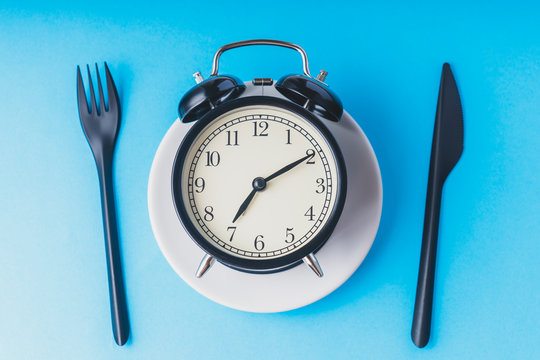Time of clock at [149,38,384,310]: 7:09
